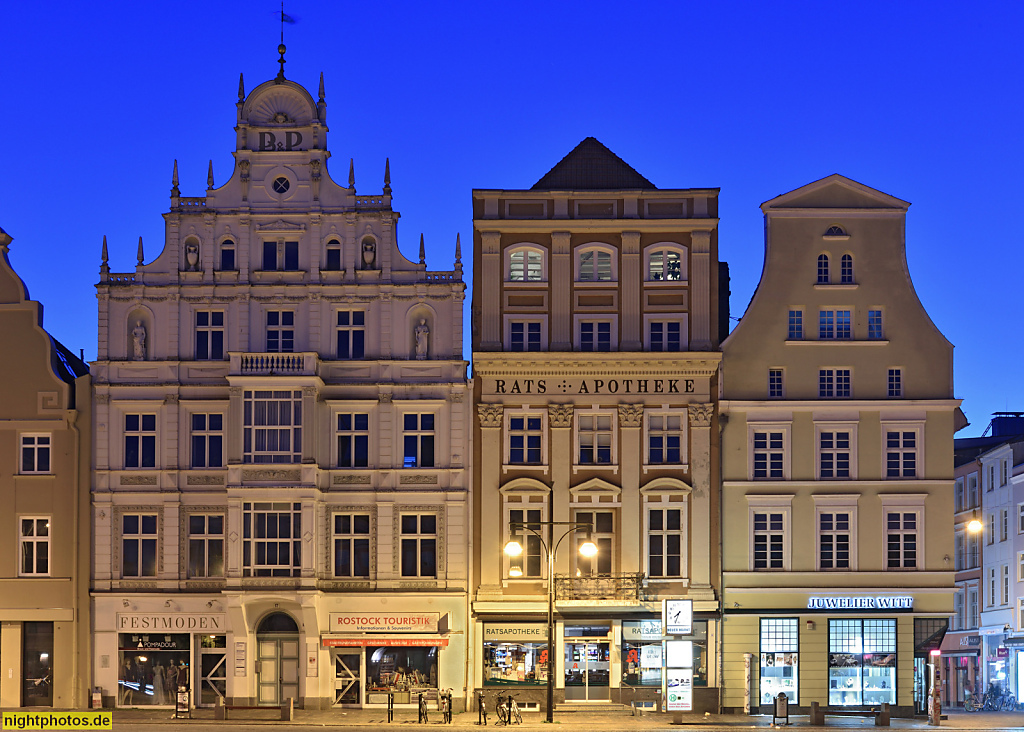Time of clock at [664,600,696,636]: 7:33
